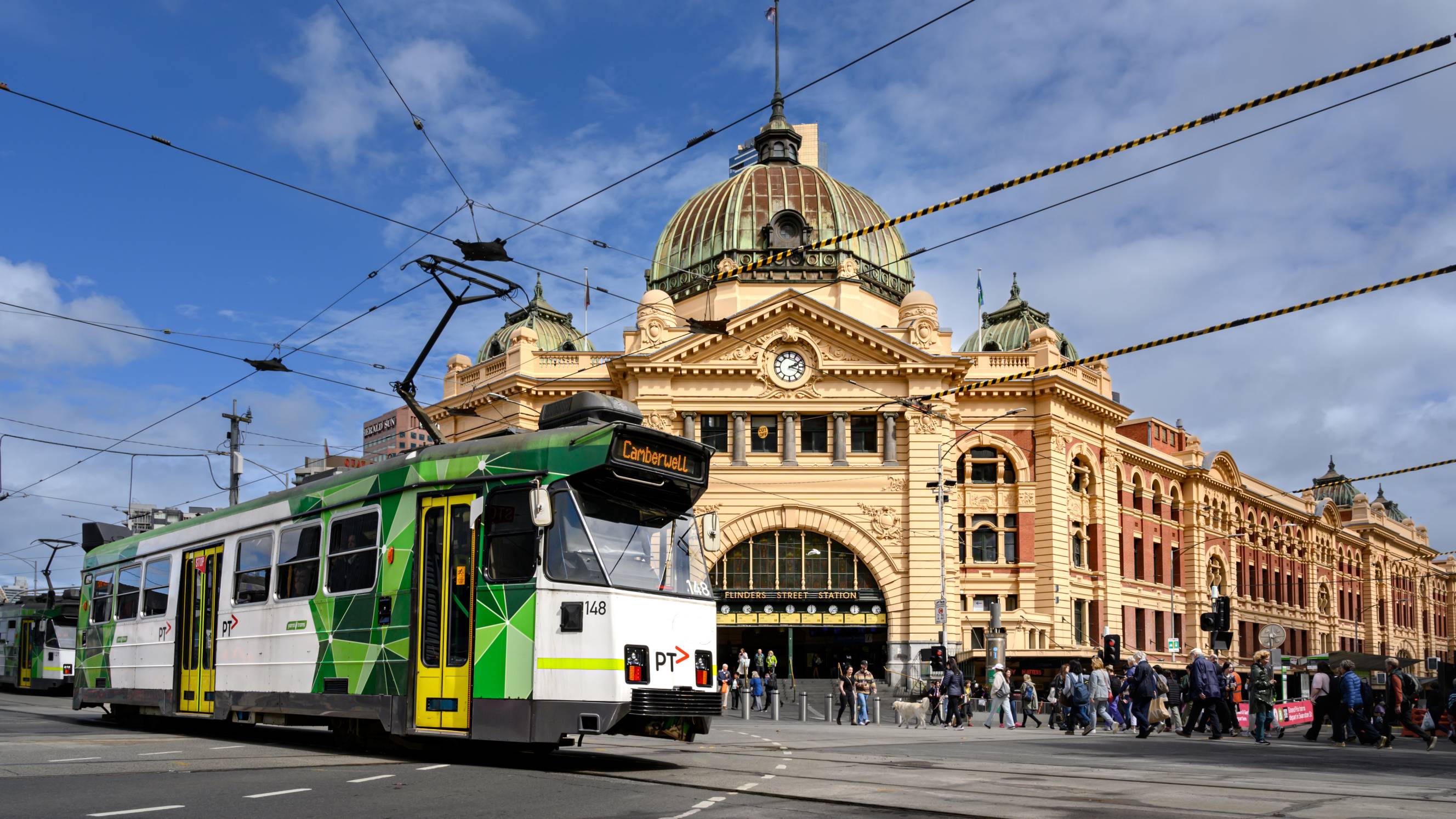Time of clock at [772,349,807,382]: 2:18
